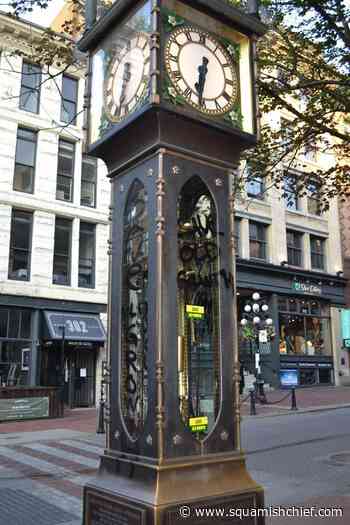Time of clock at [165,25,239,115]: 6:31
